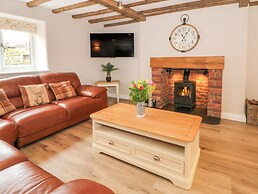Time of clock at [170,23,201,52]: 11:04
